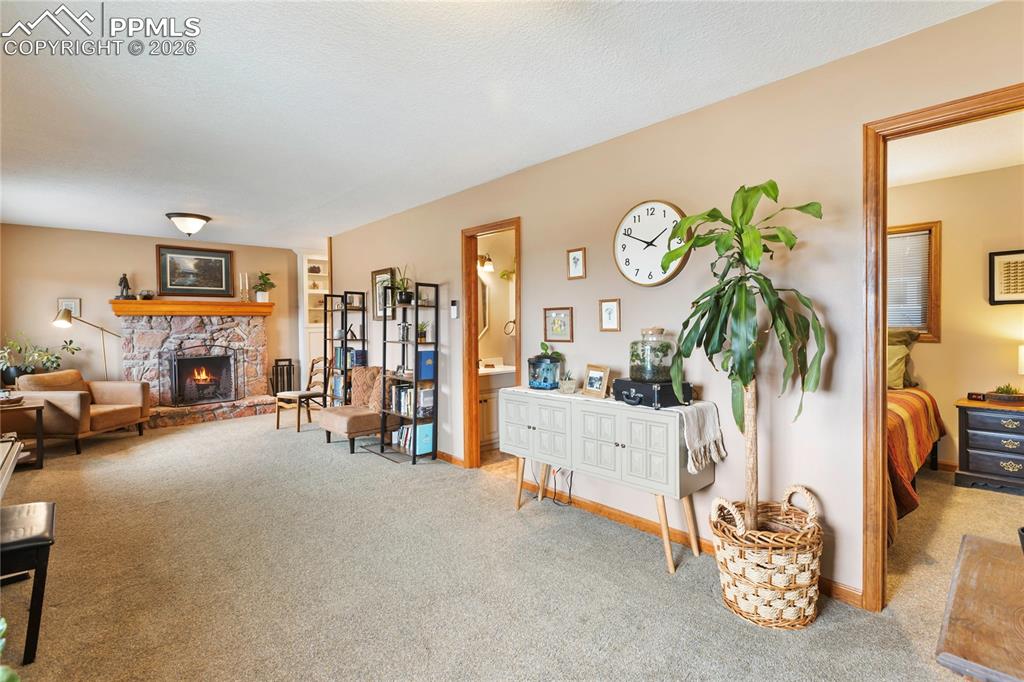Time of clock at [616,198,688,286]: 1:49
